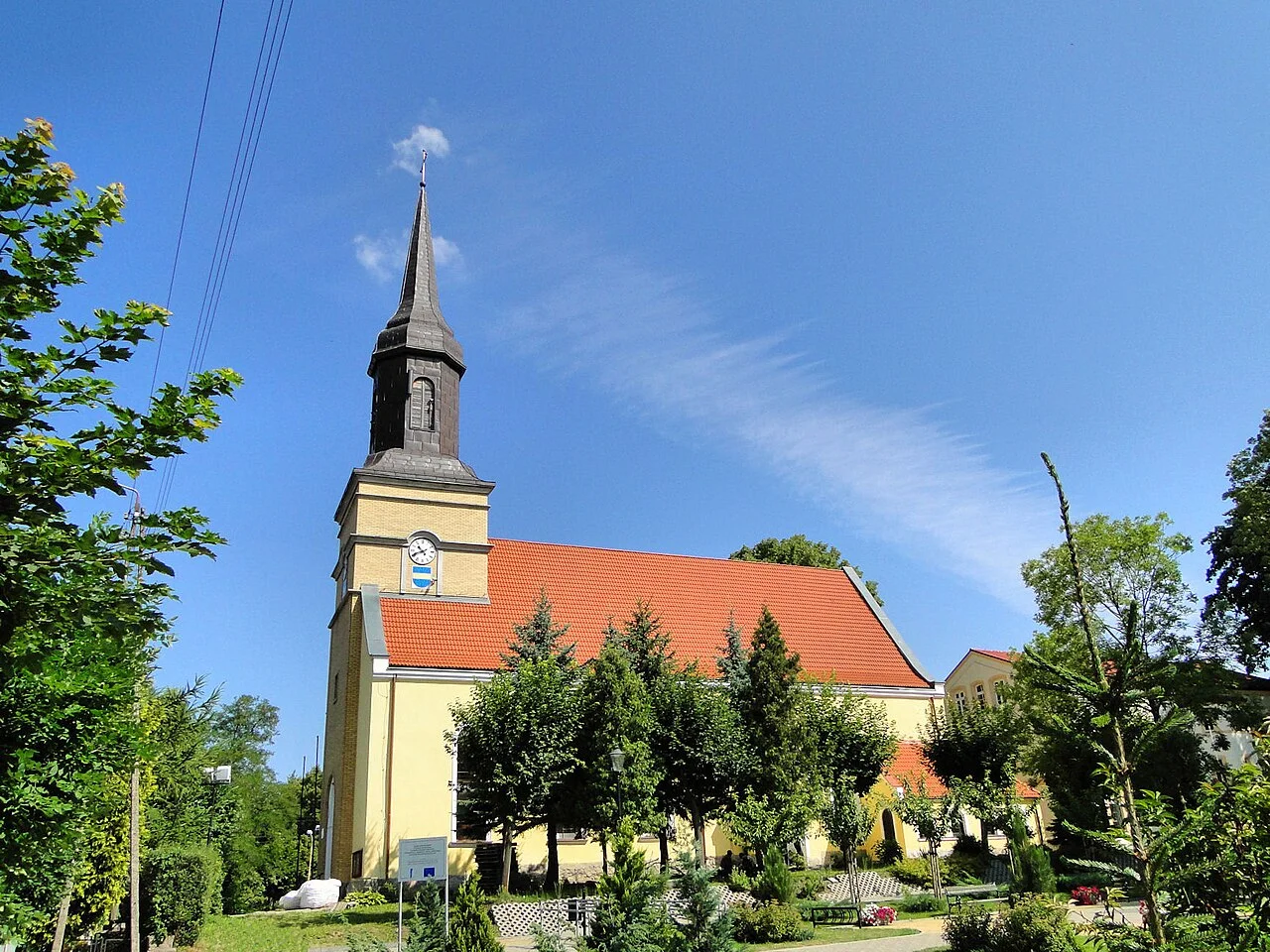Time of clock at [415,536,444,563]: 10:41
